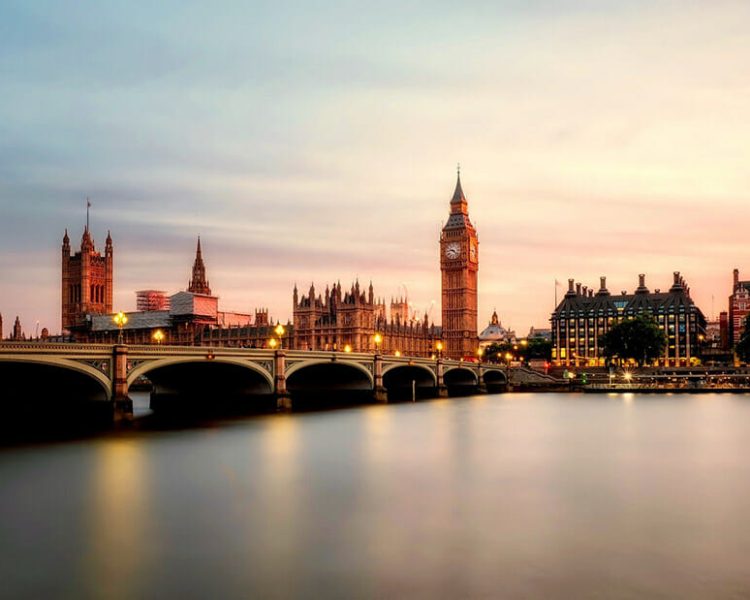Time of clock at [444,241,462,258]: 9:22
